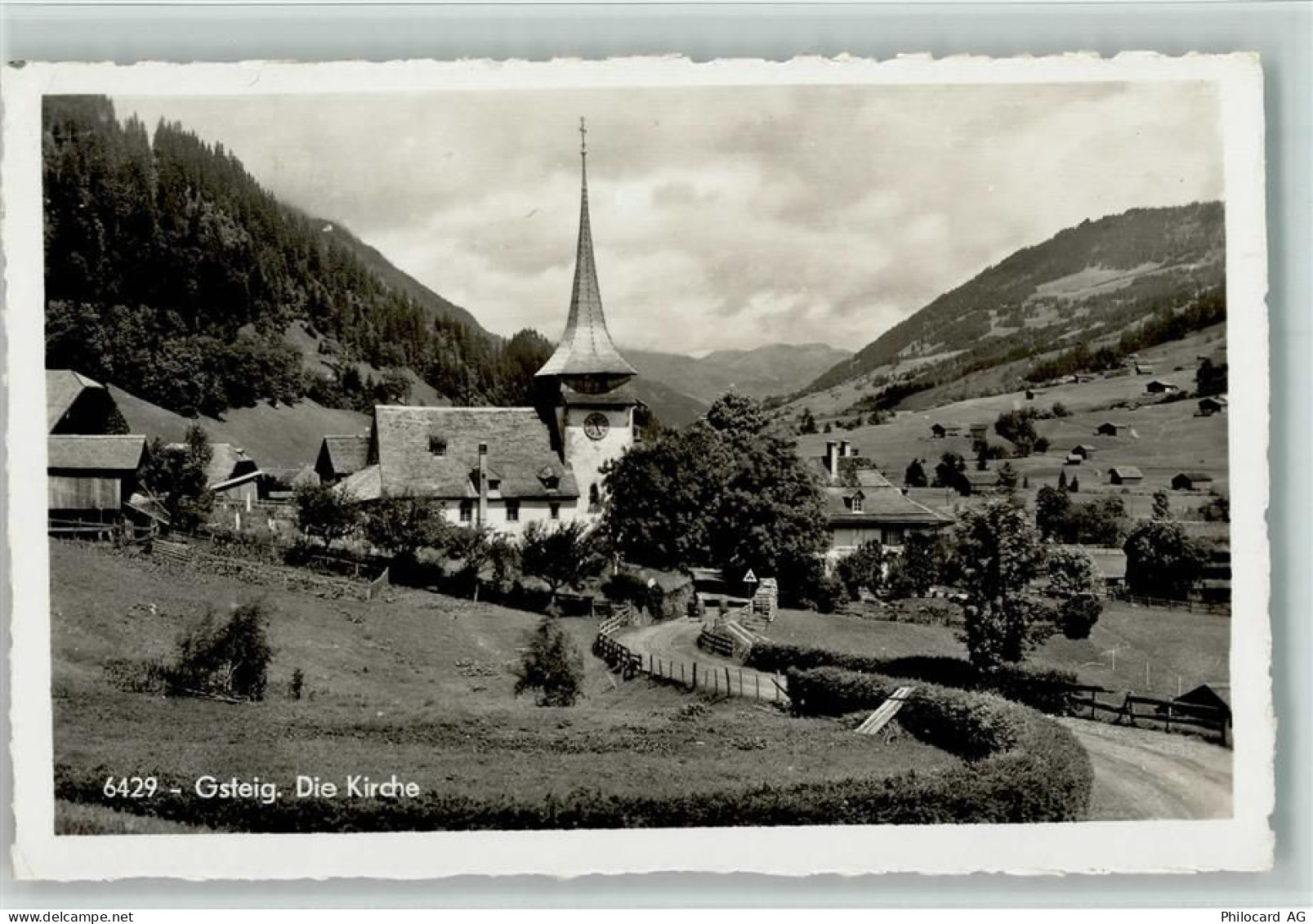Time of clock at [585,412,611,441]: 11:25
